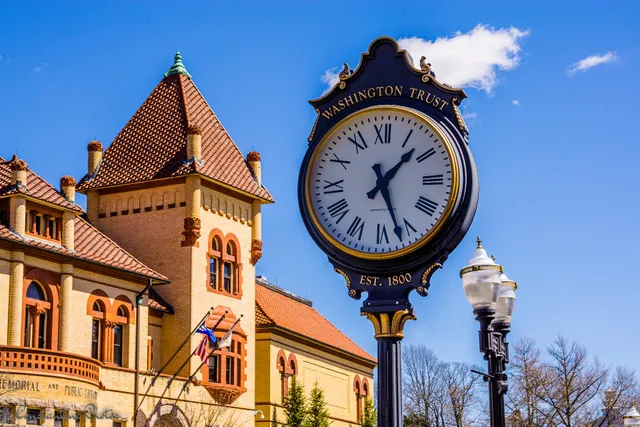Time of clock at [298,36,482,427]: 1:26
